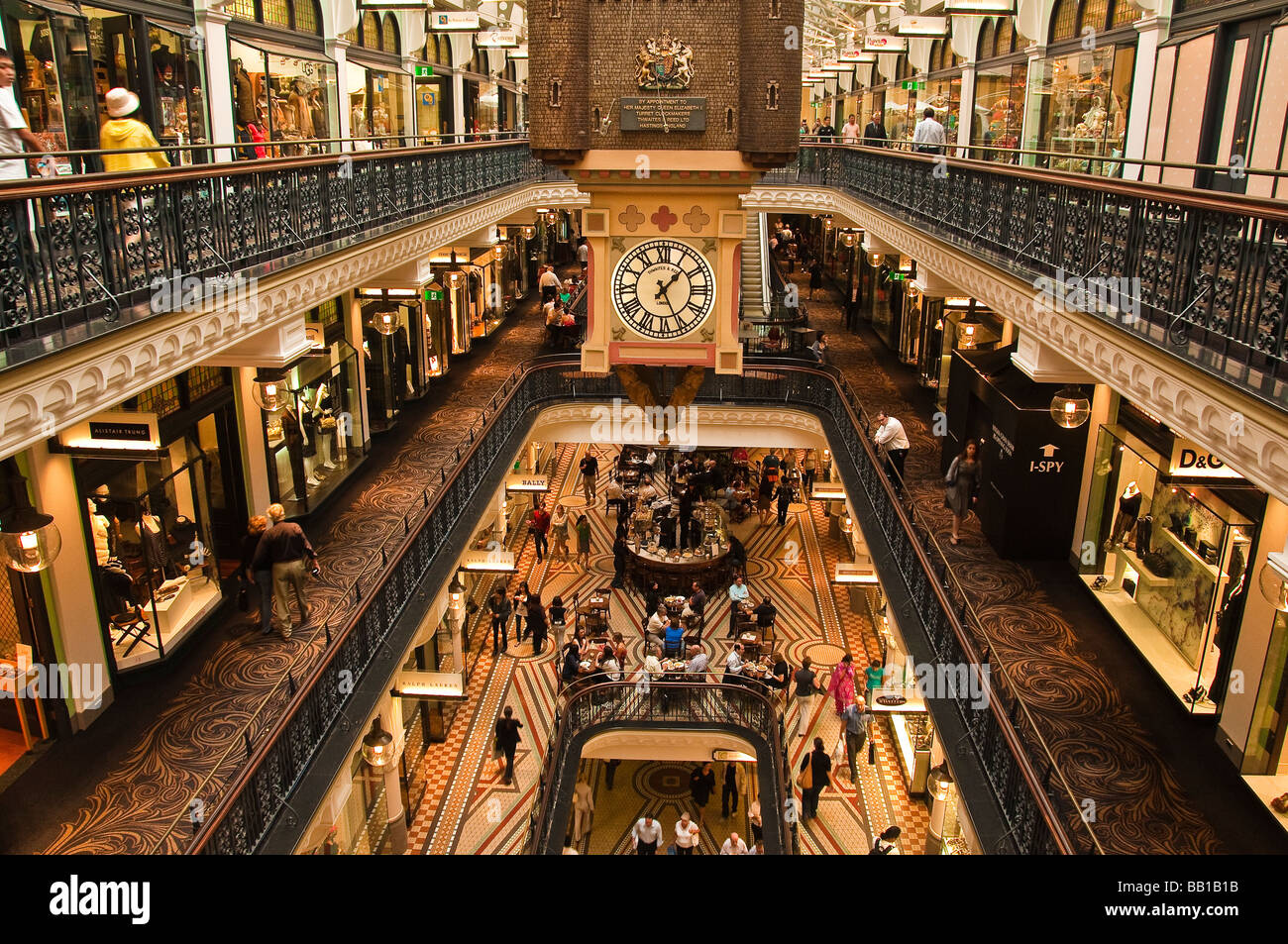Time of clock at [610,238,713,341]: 1:25
